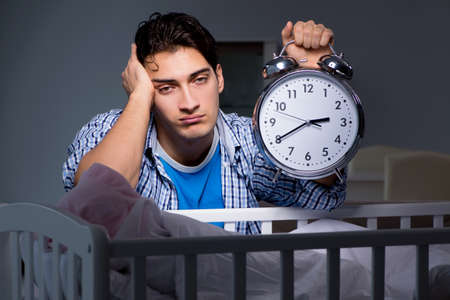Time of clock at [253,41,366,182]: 2:40
